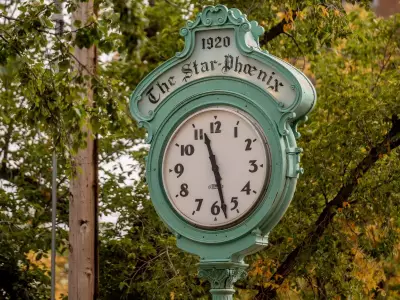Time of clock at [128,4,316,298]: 11:27
